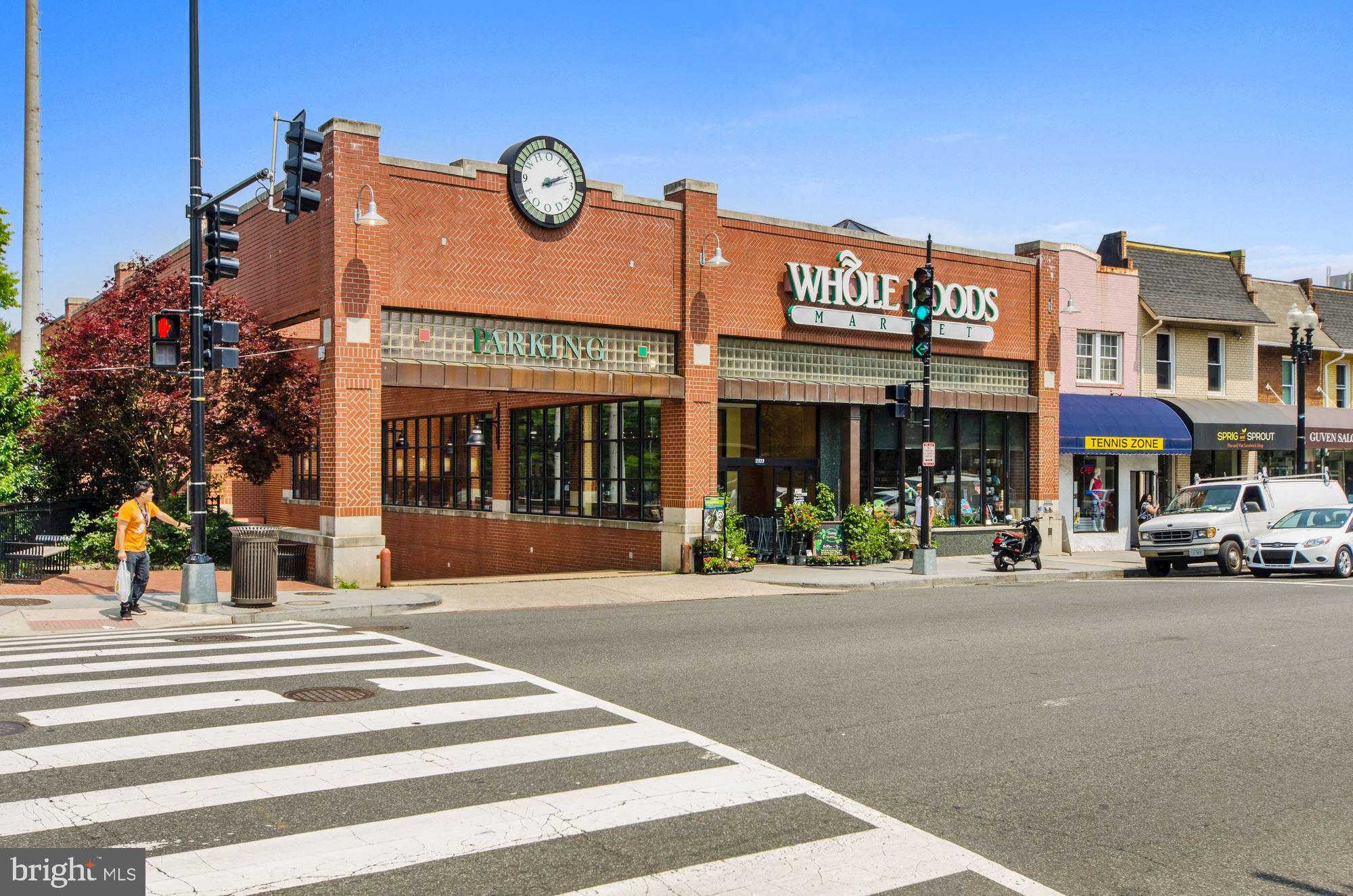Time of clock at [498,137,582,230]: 2:11
